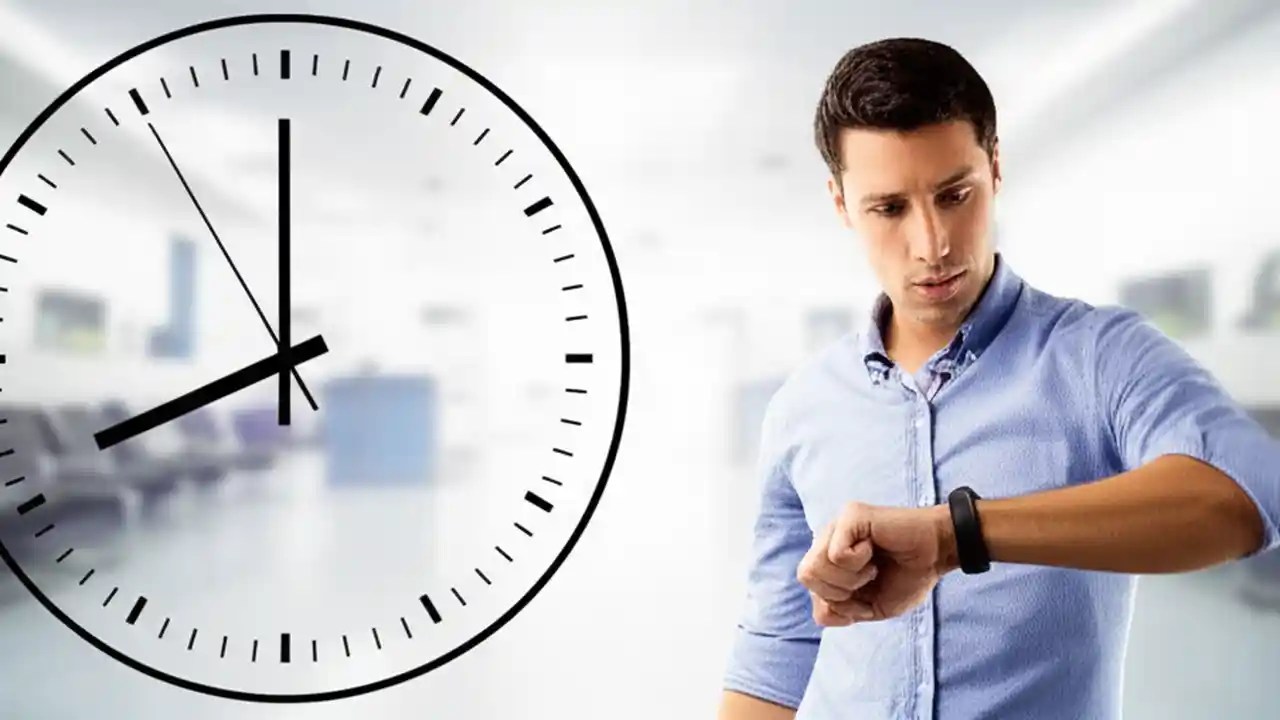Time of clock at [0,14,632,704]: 8:00
